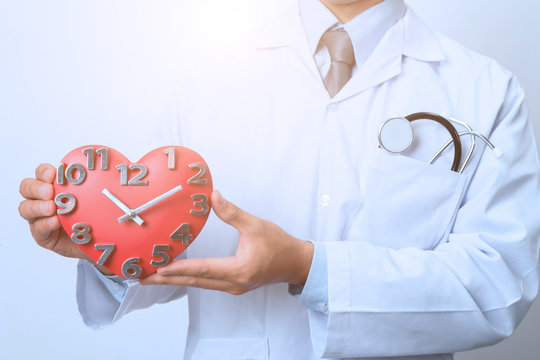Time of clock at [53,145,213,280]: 10:10
